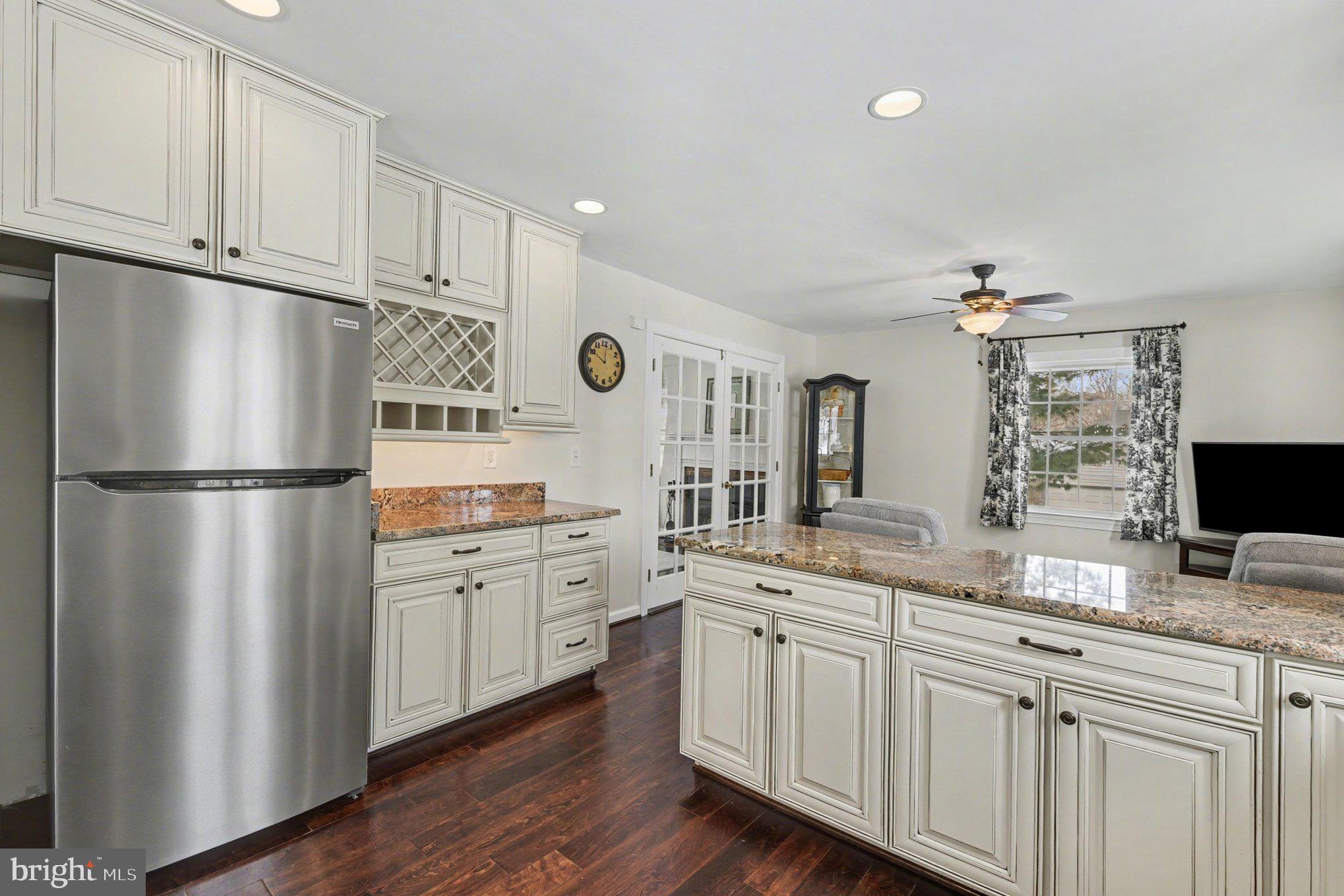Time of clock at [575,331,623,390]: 10:01
